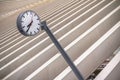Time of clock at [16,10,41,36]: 7:34
